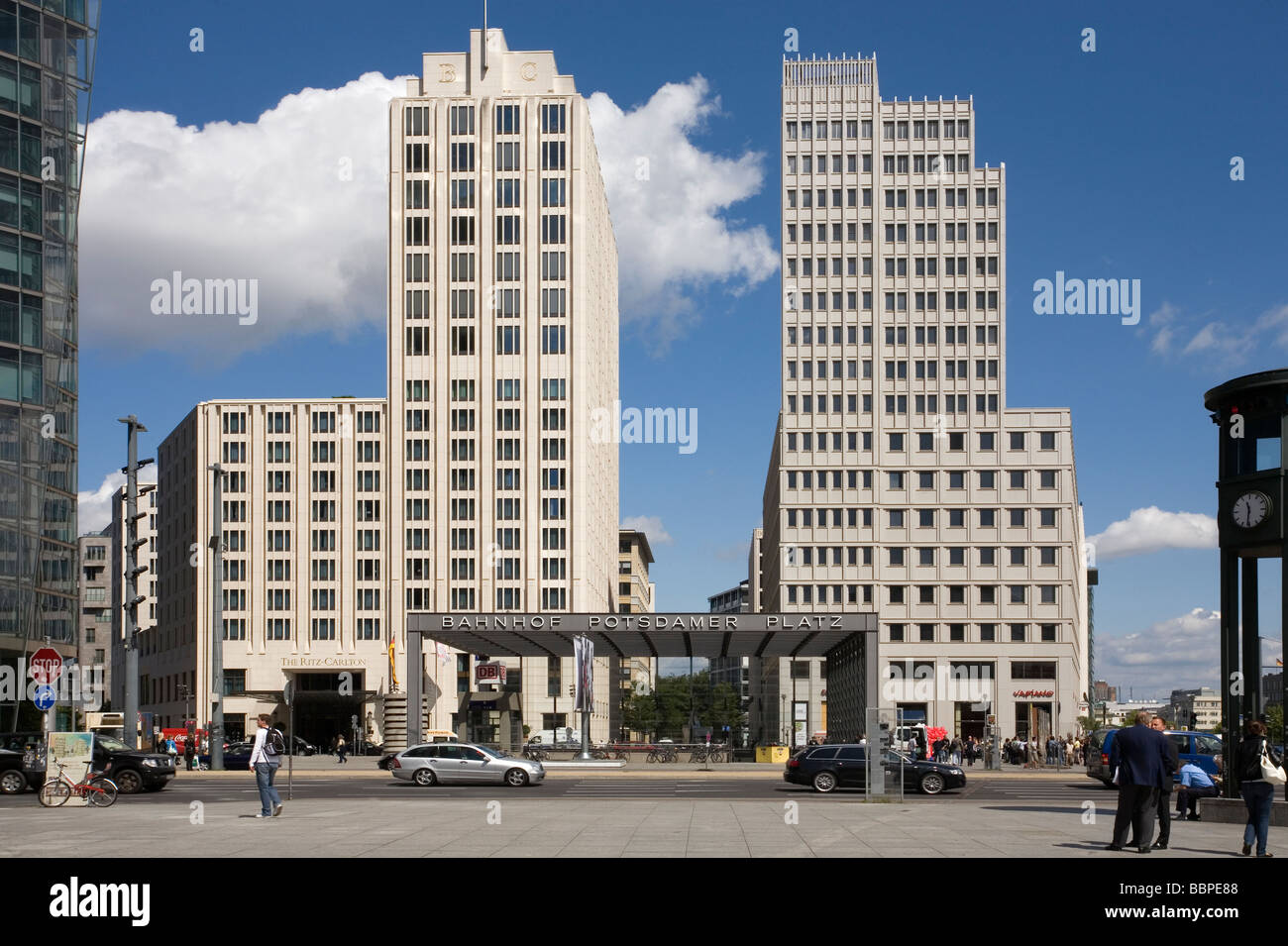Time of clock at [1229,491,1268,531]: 11:31
